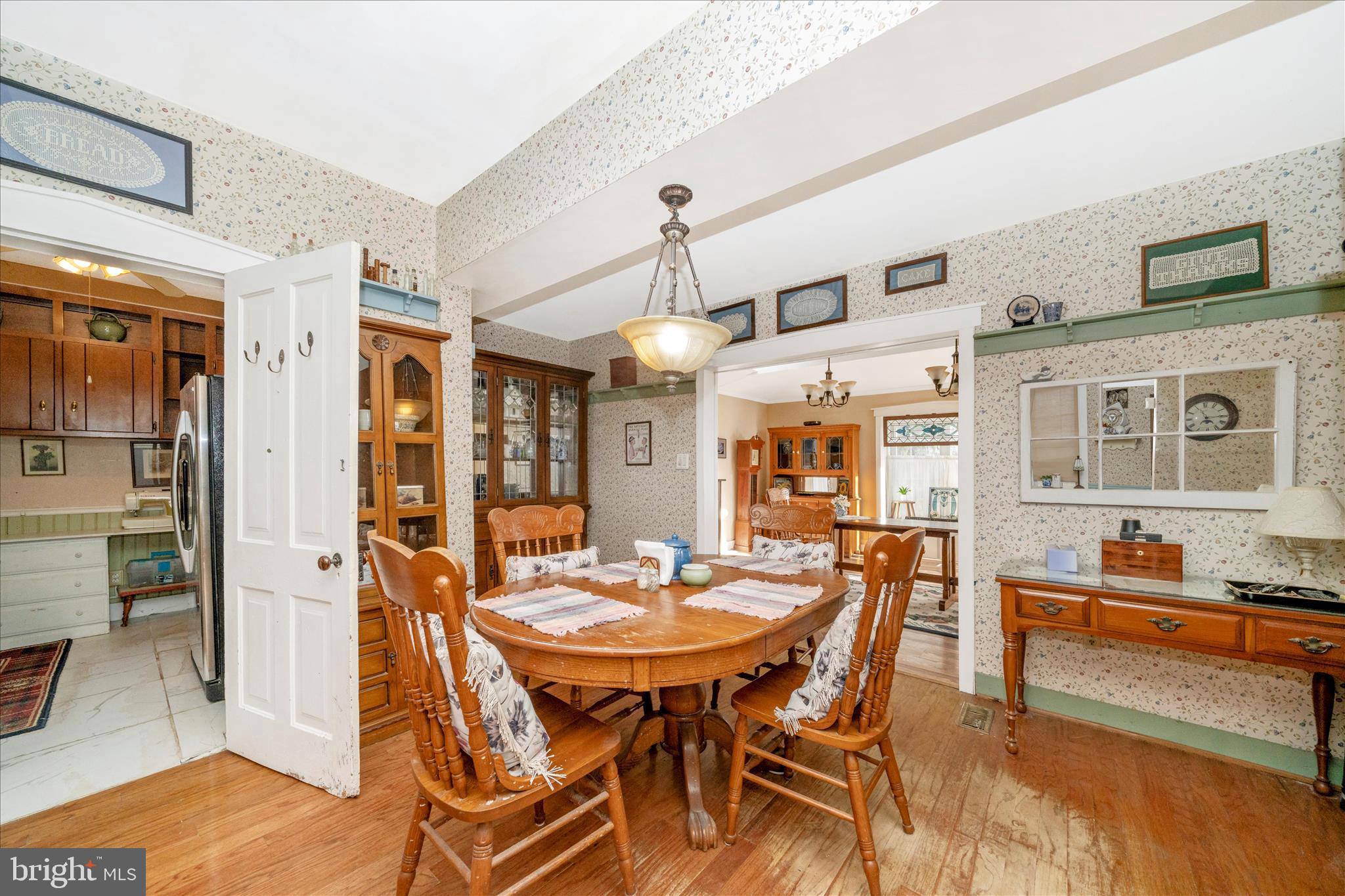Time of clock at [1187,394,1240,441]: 5:14
